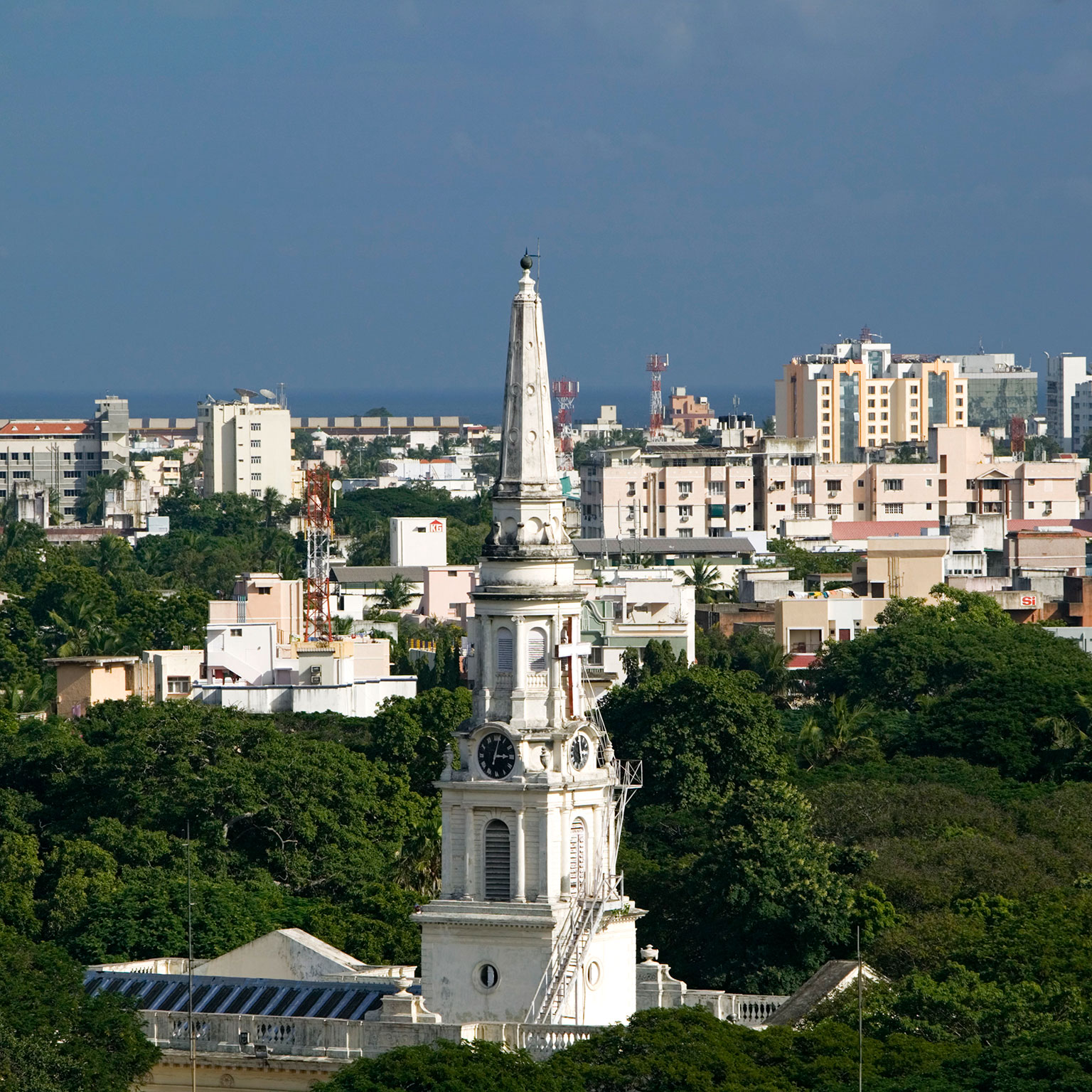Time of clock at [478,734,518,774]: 3:01
